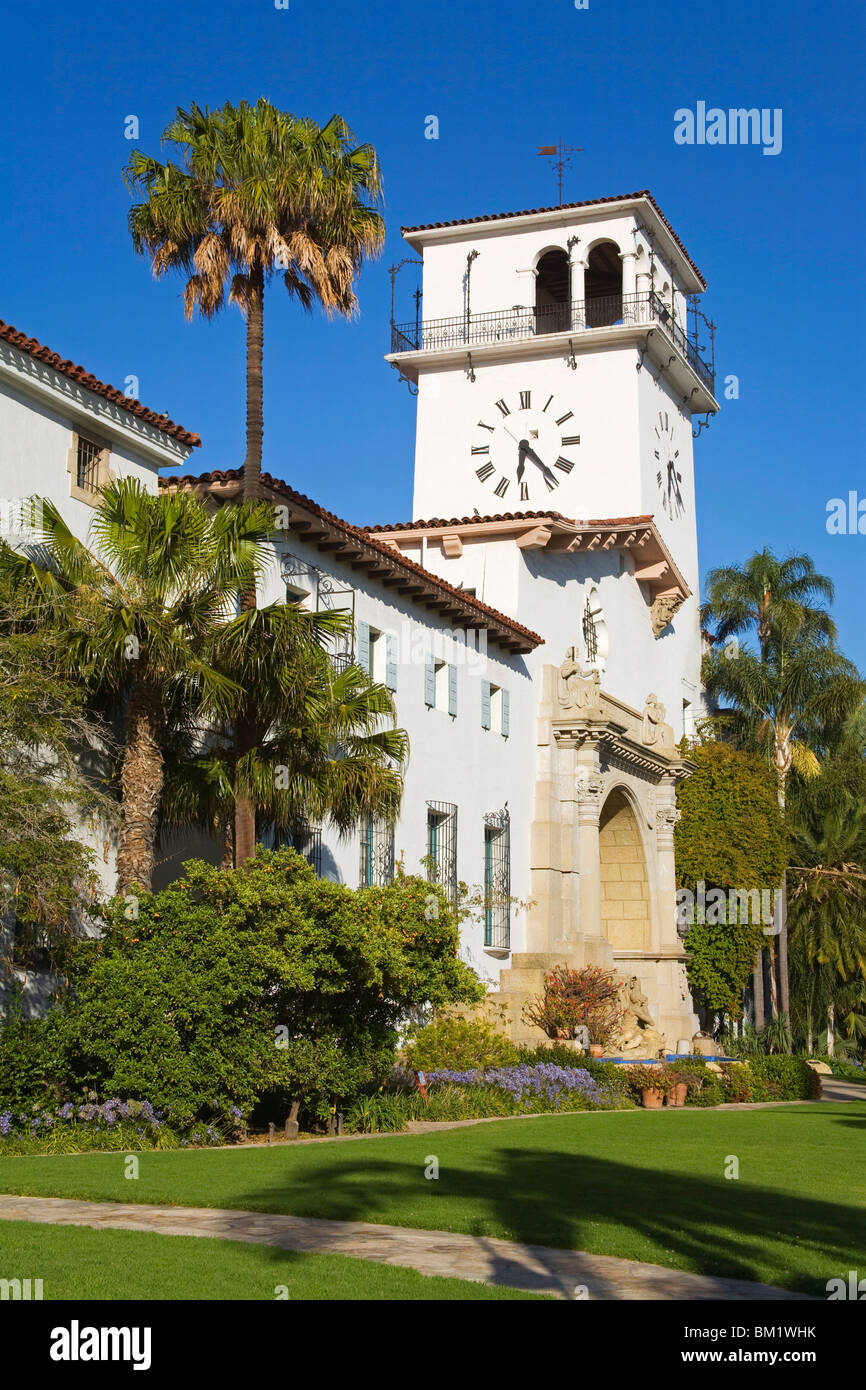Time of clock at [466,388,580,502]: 6:23
